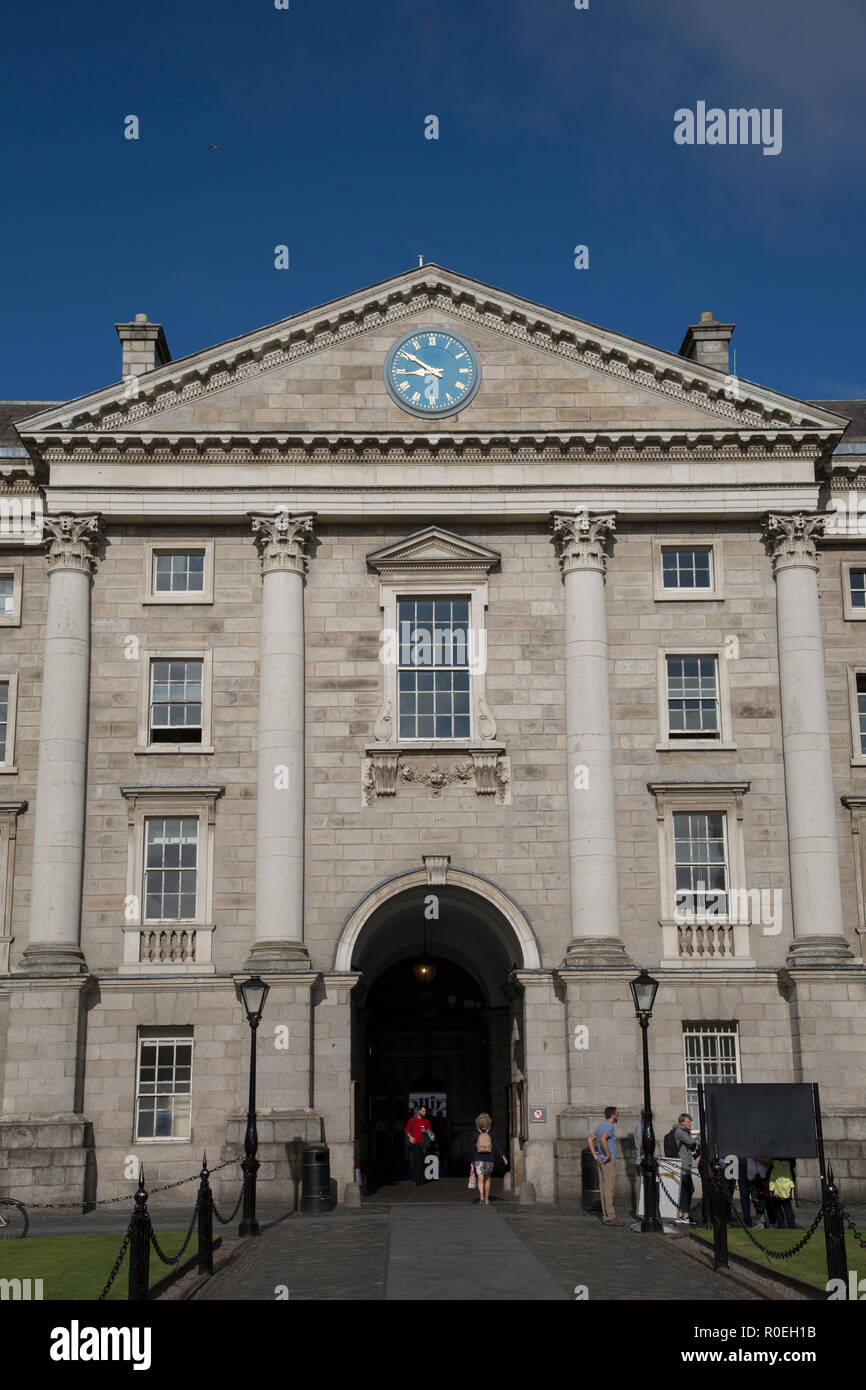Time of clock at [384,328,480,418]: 8:50
